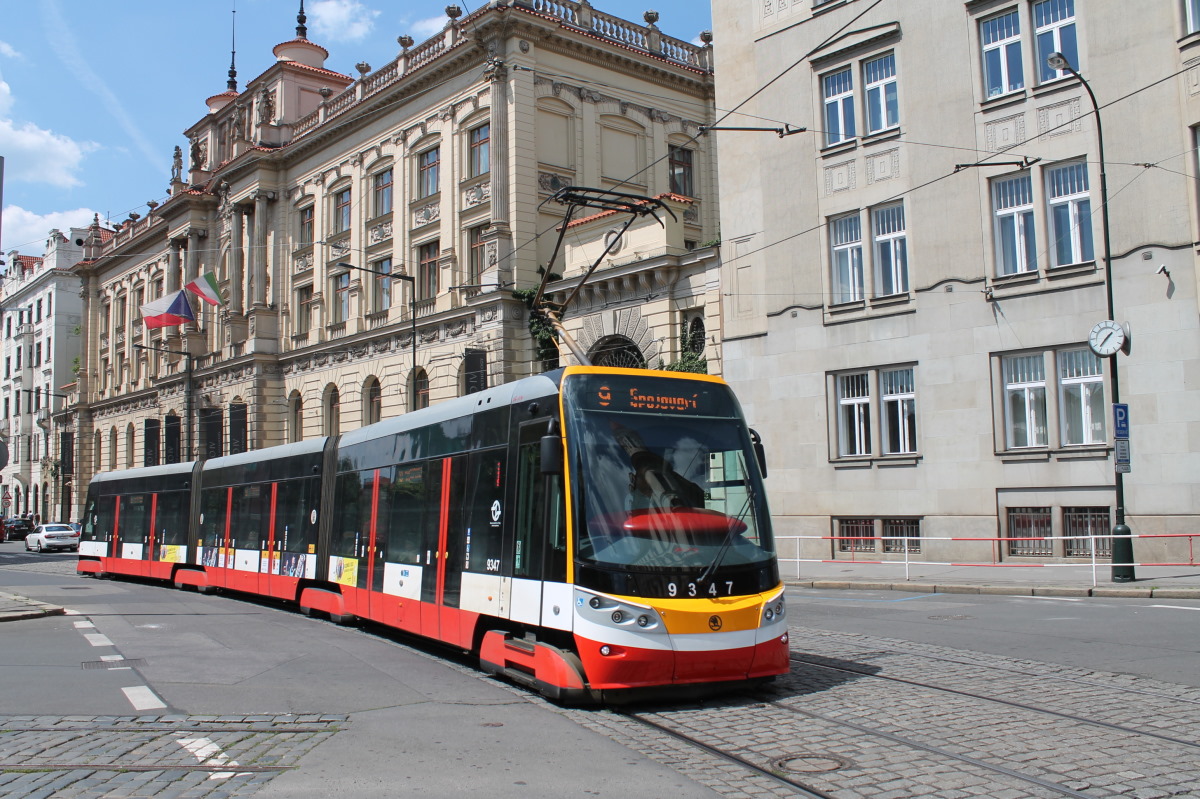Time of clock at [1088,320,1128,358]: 1:36
